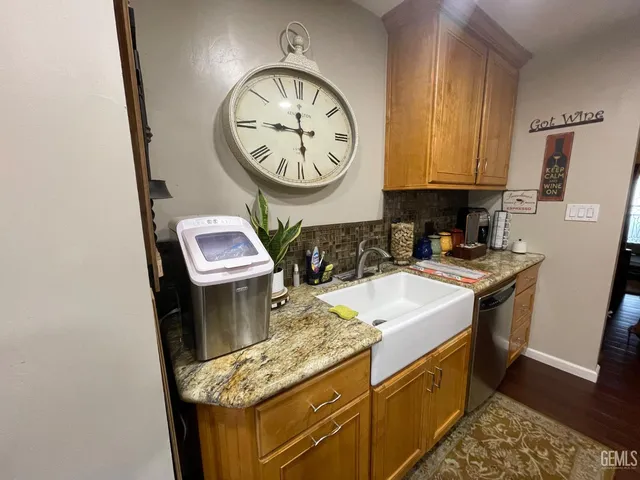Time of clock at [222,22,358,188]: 5:45
